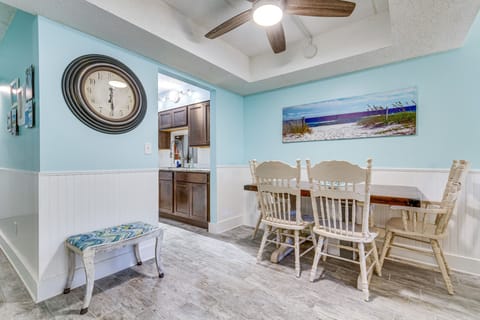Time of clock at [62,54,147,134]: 6:29
